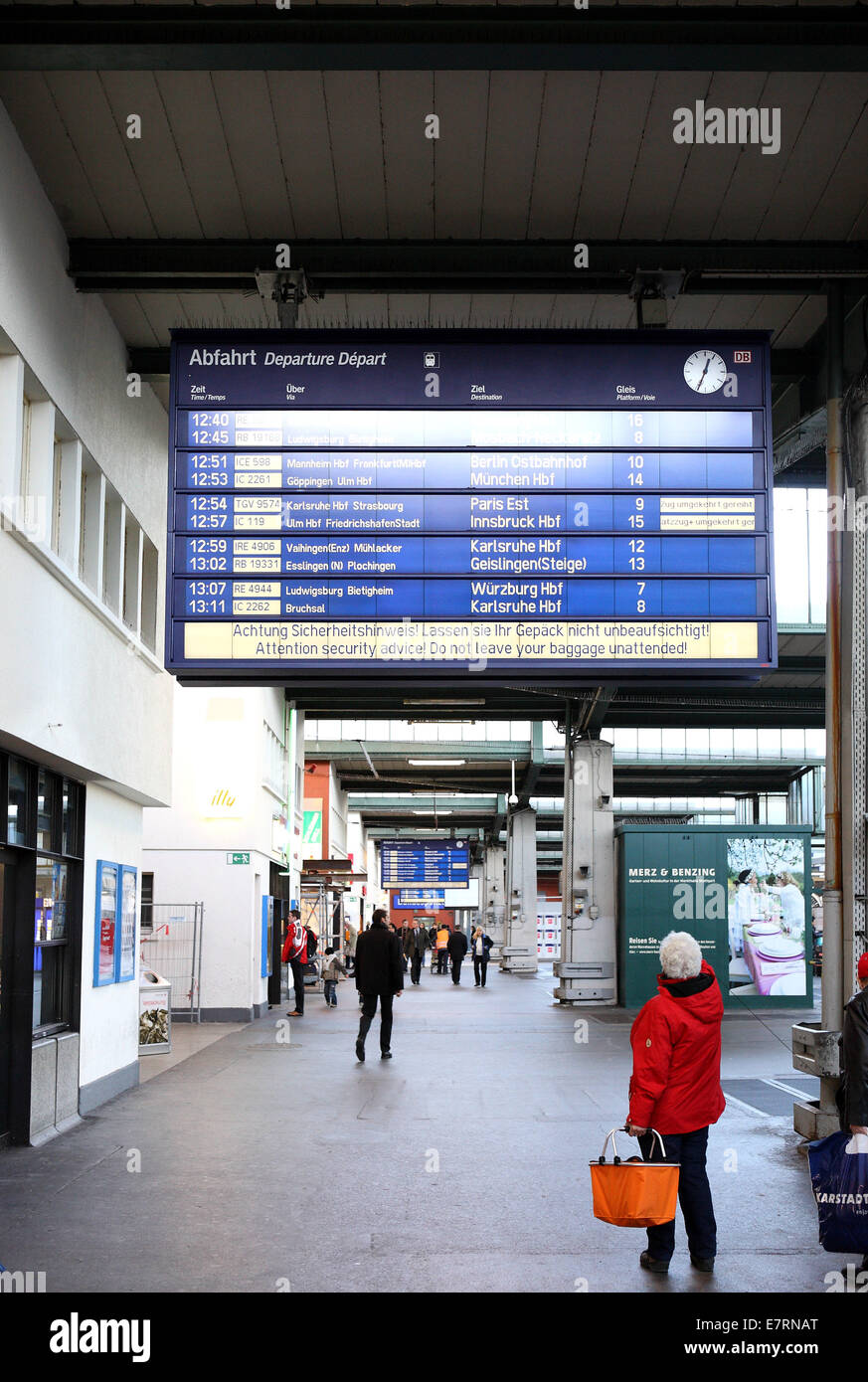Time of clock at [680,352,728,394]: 12:33
